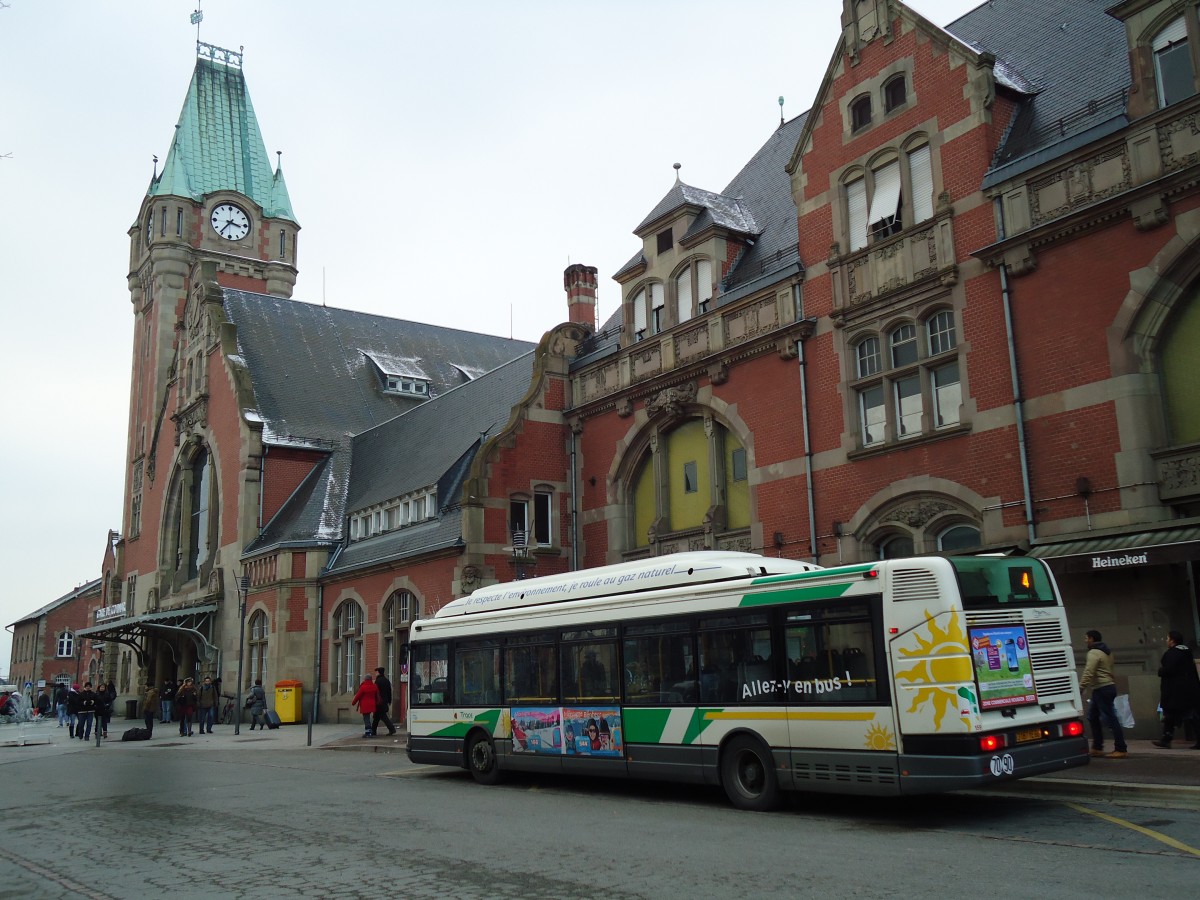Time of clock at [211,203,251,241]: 3:36
